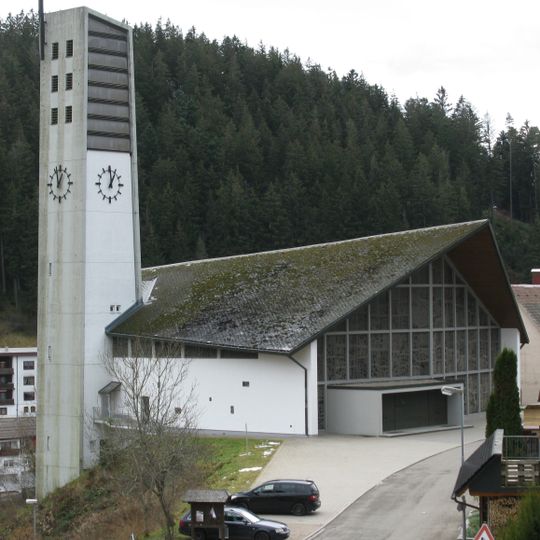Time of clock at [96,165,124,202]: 1:00
